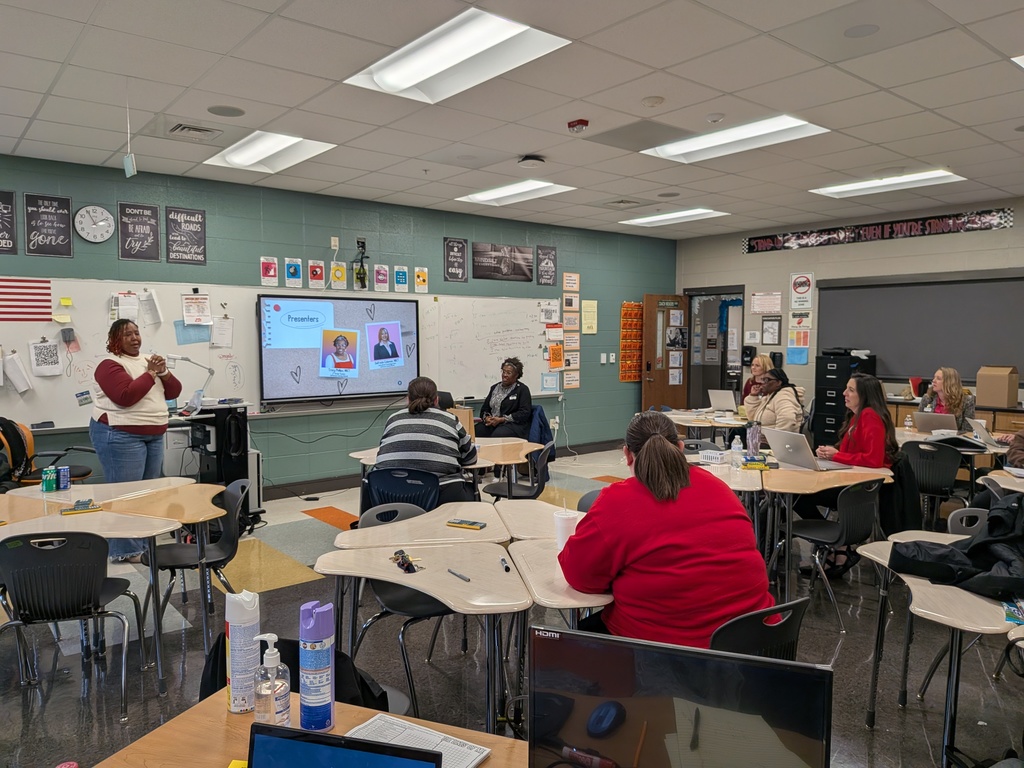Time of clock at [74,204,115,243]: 1:55
